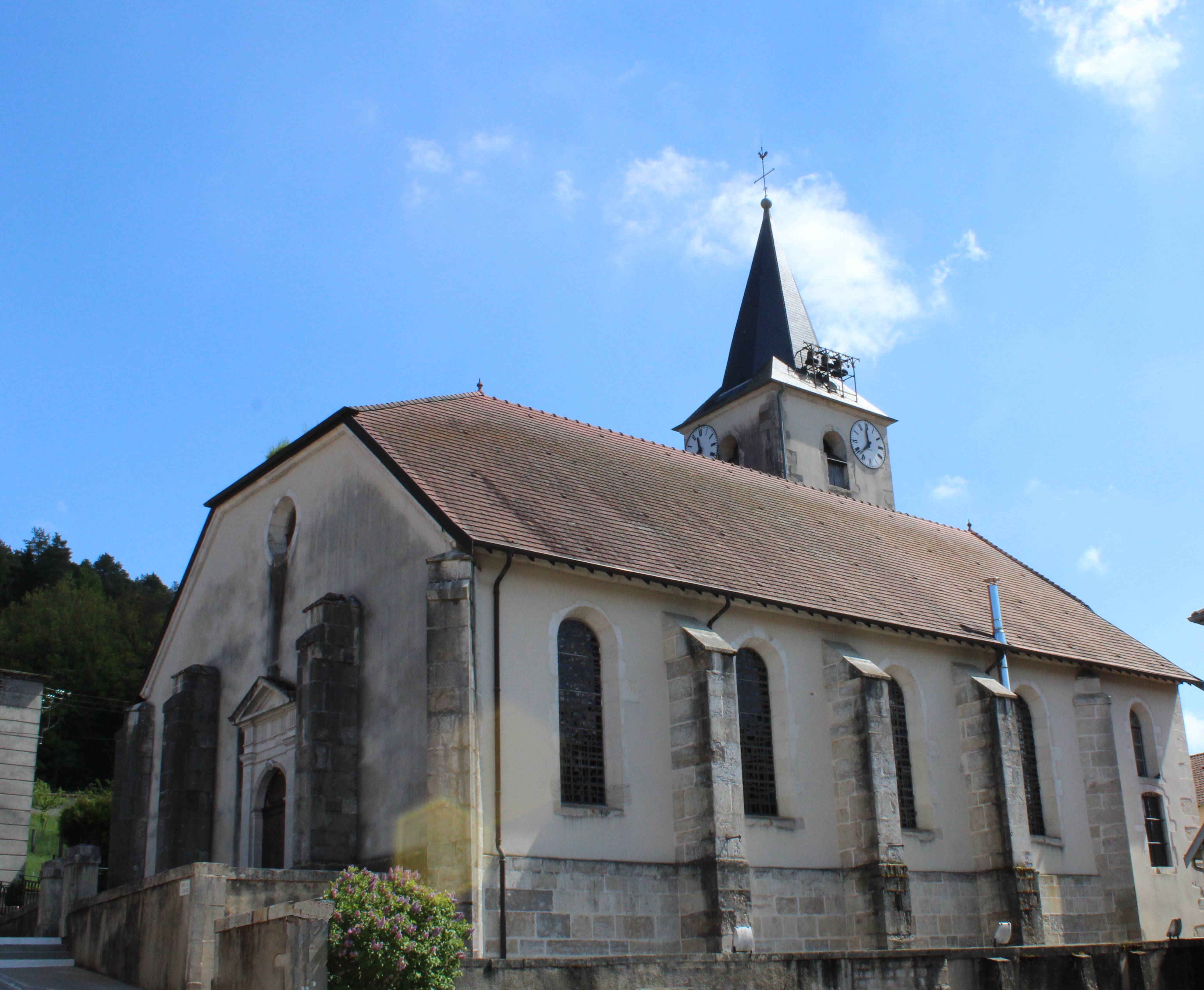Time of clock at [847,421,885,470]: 11:37
